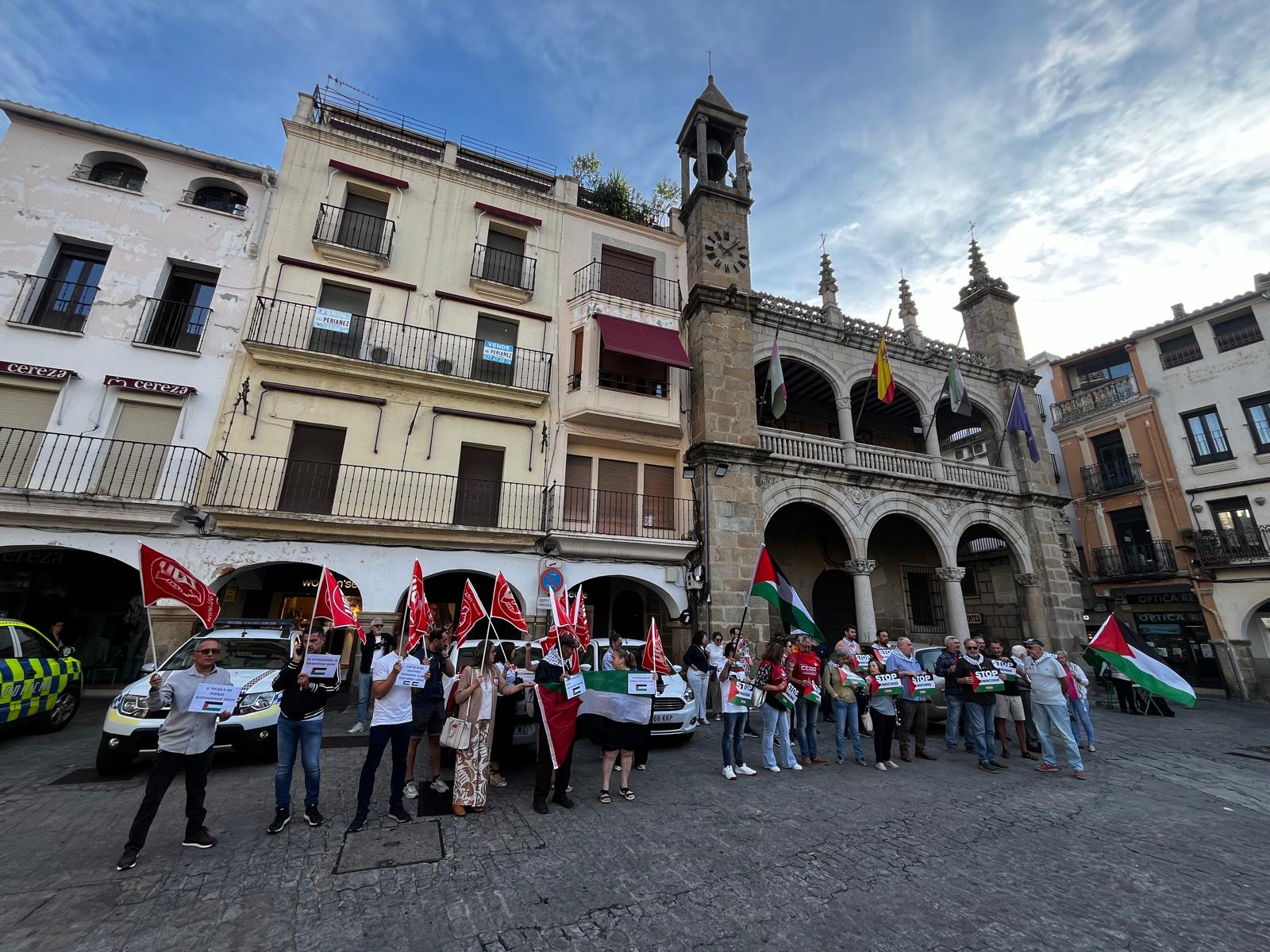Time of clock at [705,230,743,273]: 10:07
